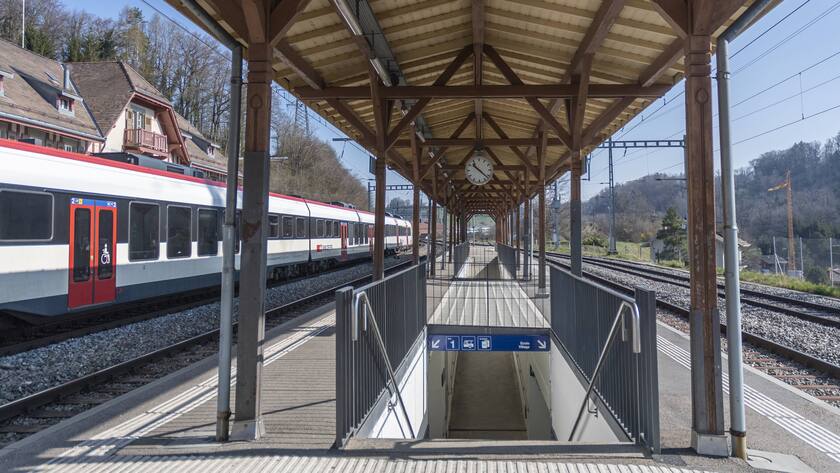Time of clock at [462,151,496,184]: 10:22
